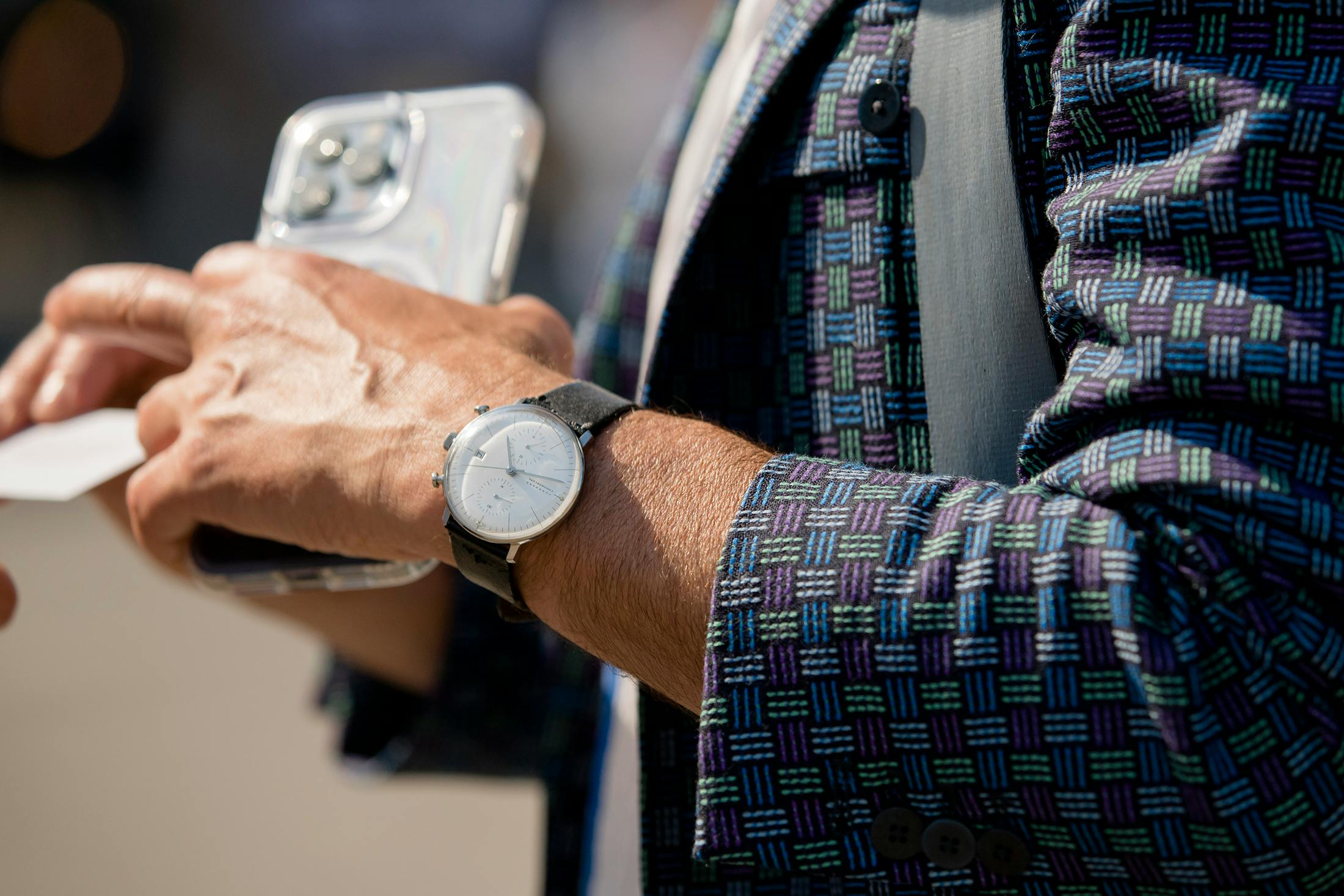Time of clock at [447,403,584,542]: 11:17
